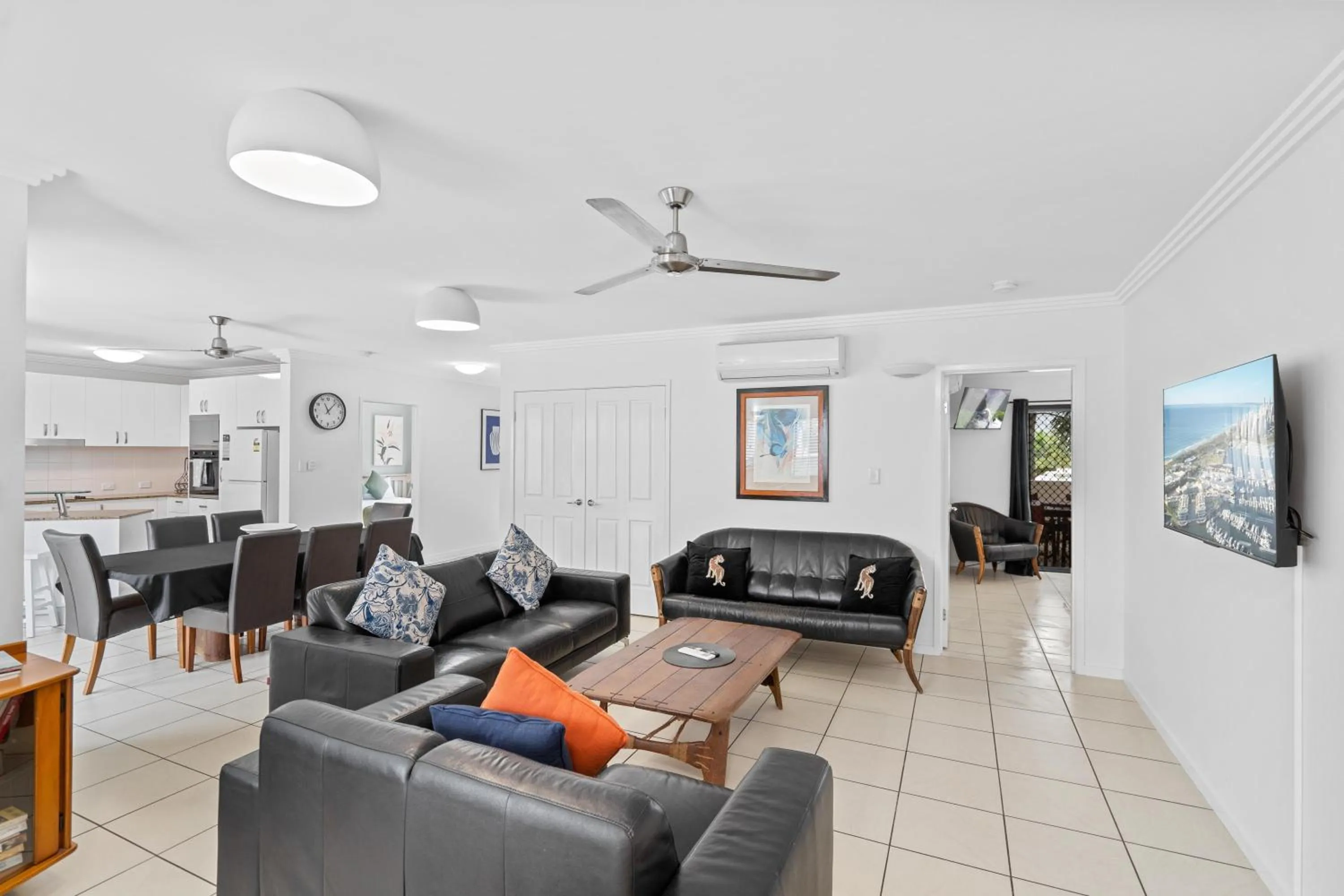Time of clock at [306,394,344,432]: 11:07
